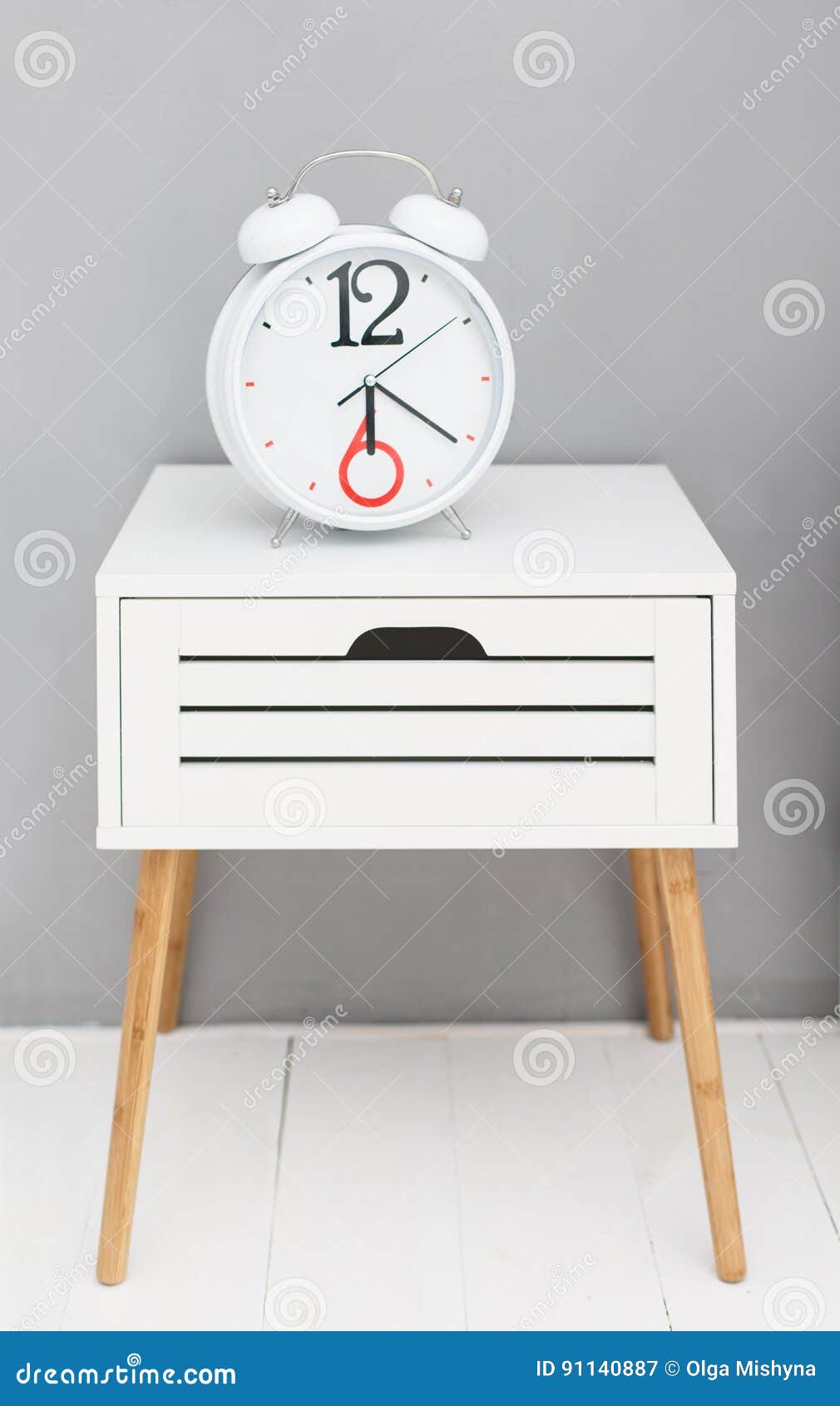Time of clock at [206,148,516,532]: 6:20
